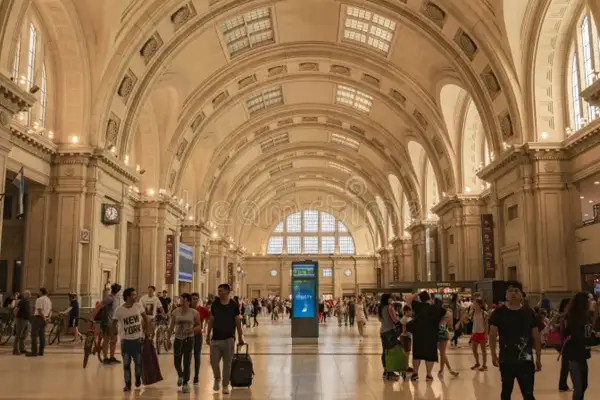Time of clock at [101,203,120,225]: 11:37
